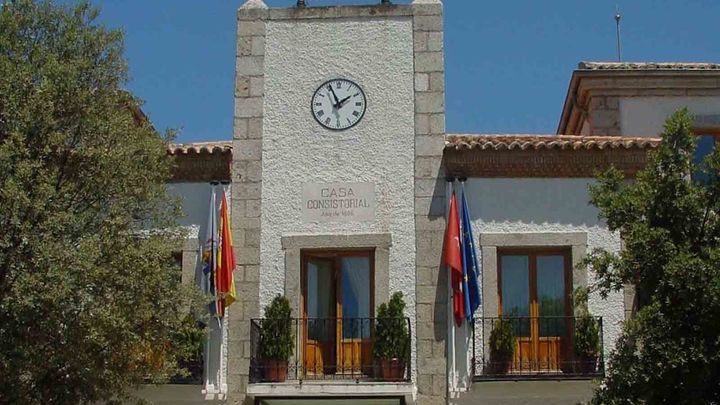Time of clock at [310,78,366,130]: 1:56
